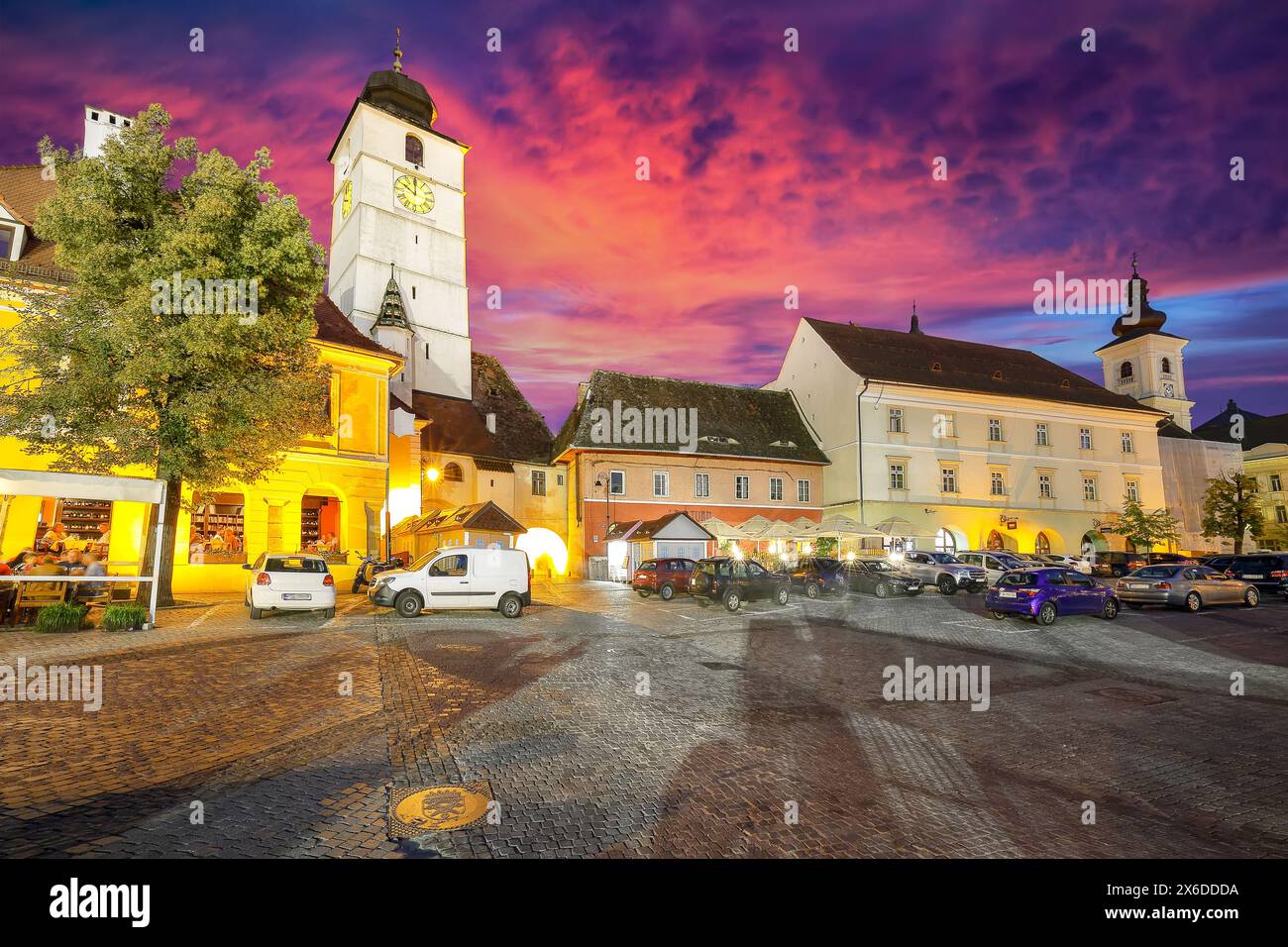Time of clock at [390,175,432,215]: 9:59
